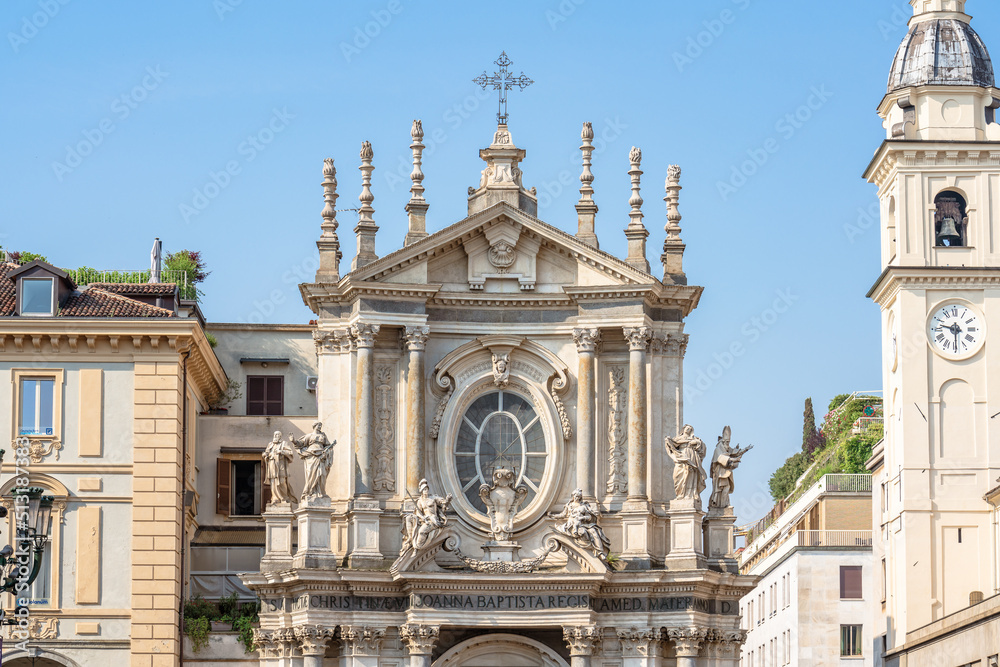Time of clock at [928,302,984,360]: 9:29
